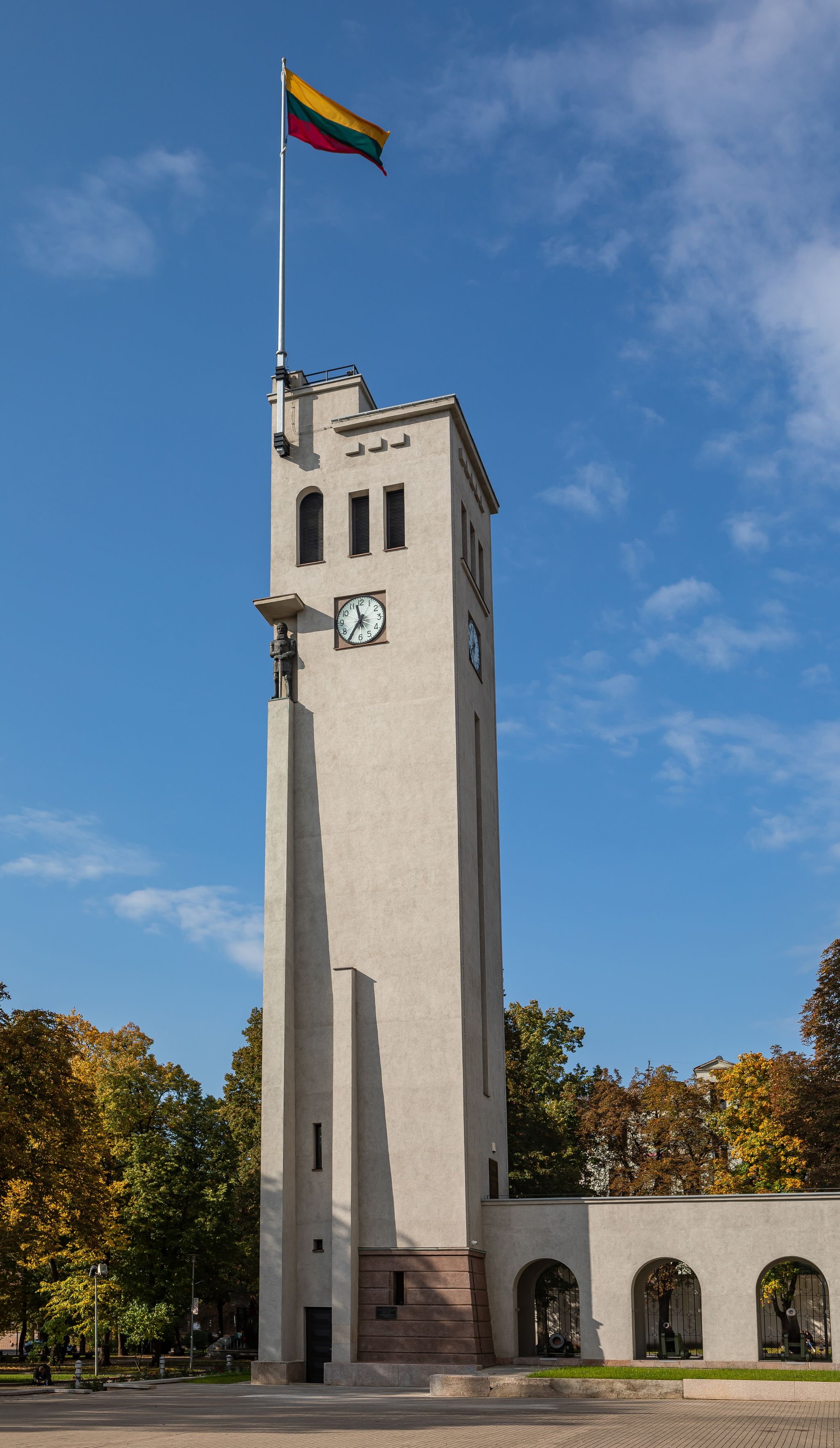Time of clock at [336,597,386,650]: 11:35
